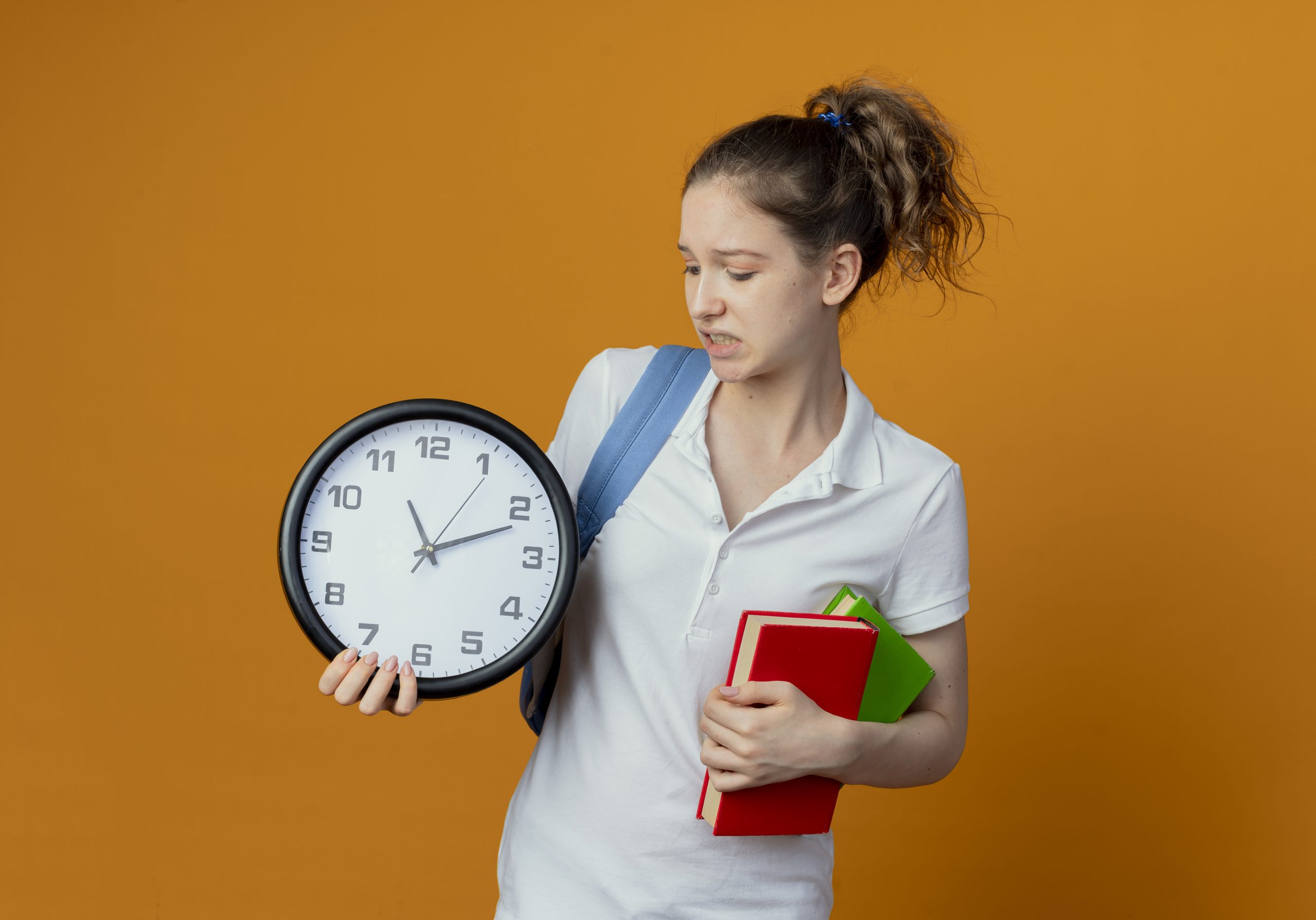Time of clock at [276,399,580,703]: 11:11
